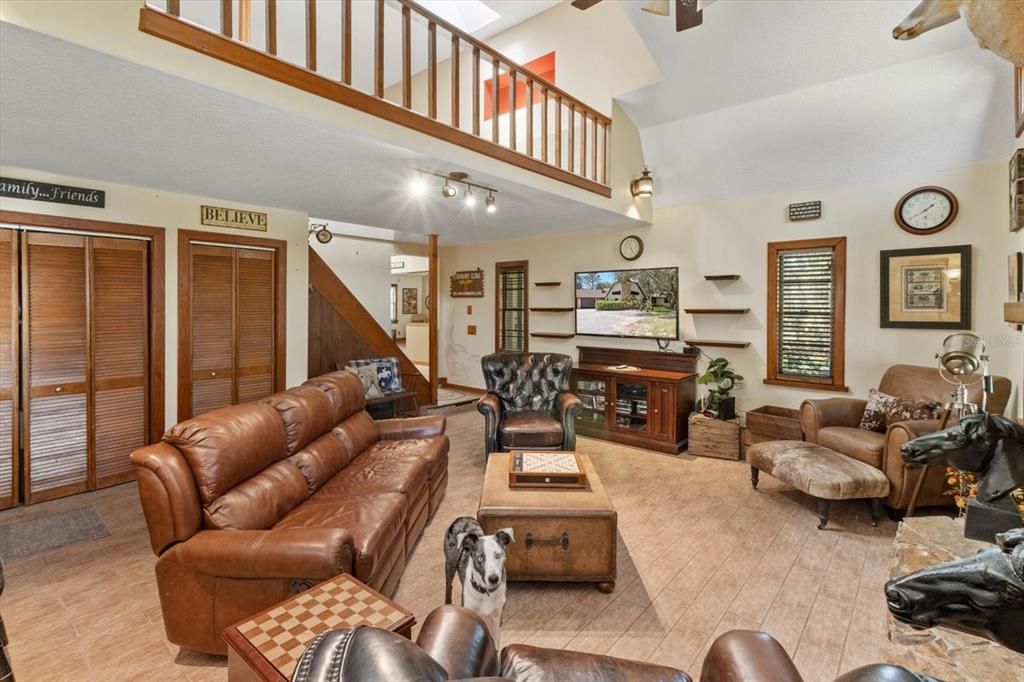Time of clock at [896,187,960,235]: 1:40
